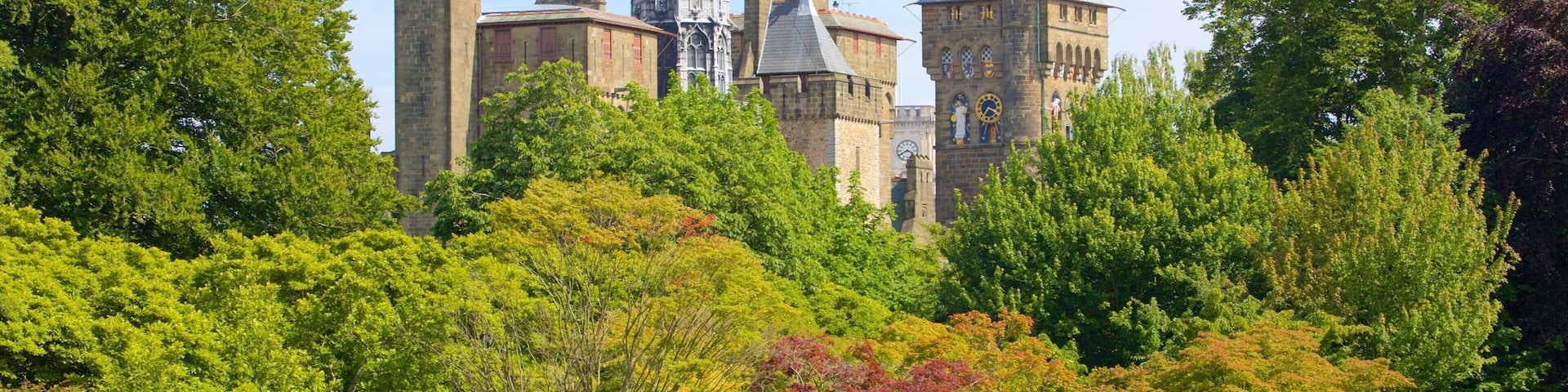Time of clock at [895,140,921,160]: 3:40
